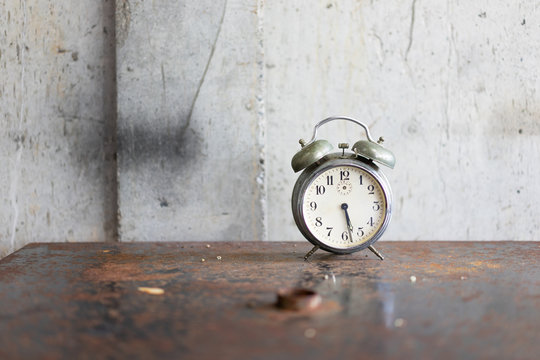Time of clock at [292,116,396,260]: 5:28
